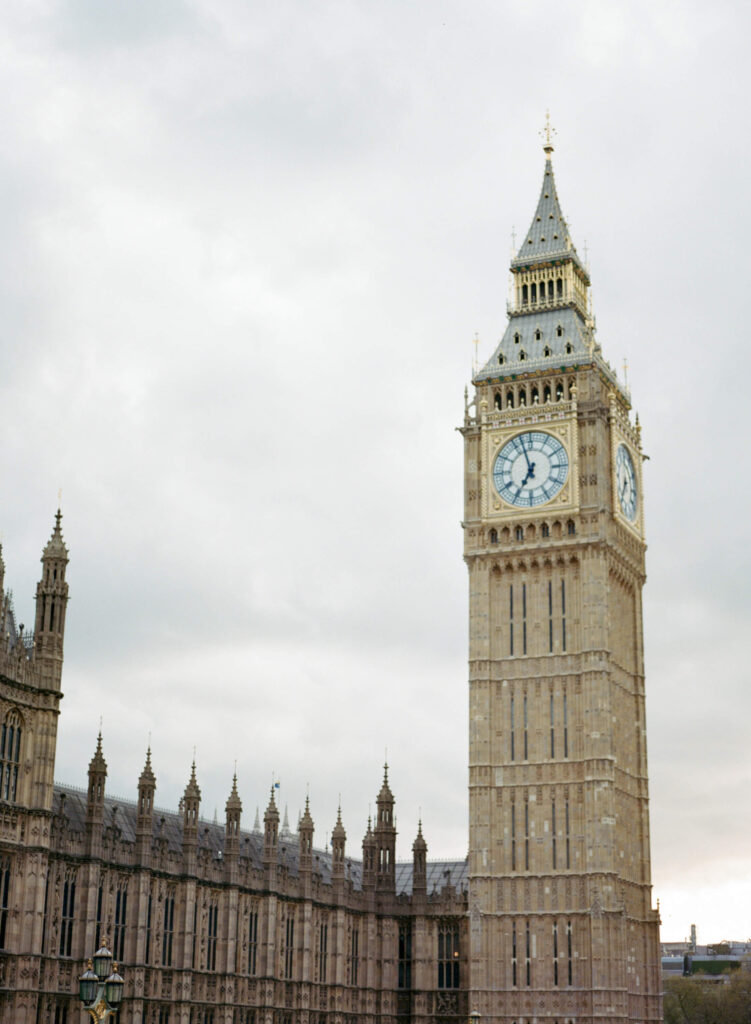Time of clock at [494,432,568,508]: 6:57
